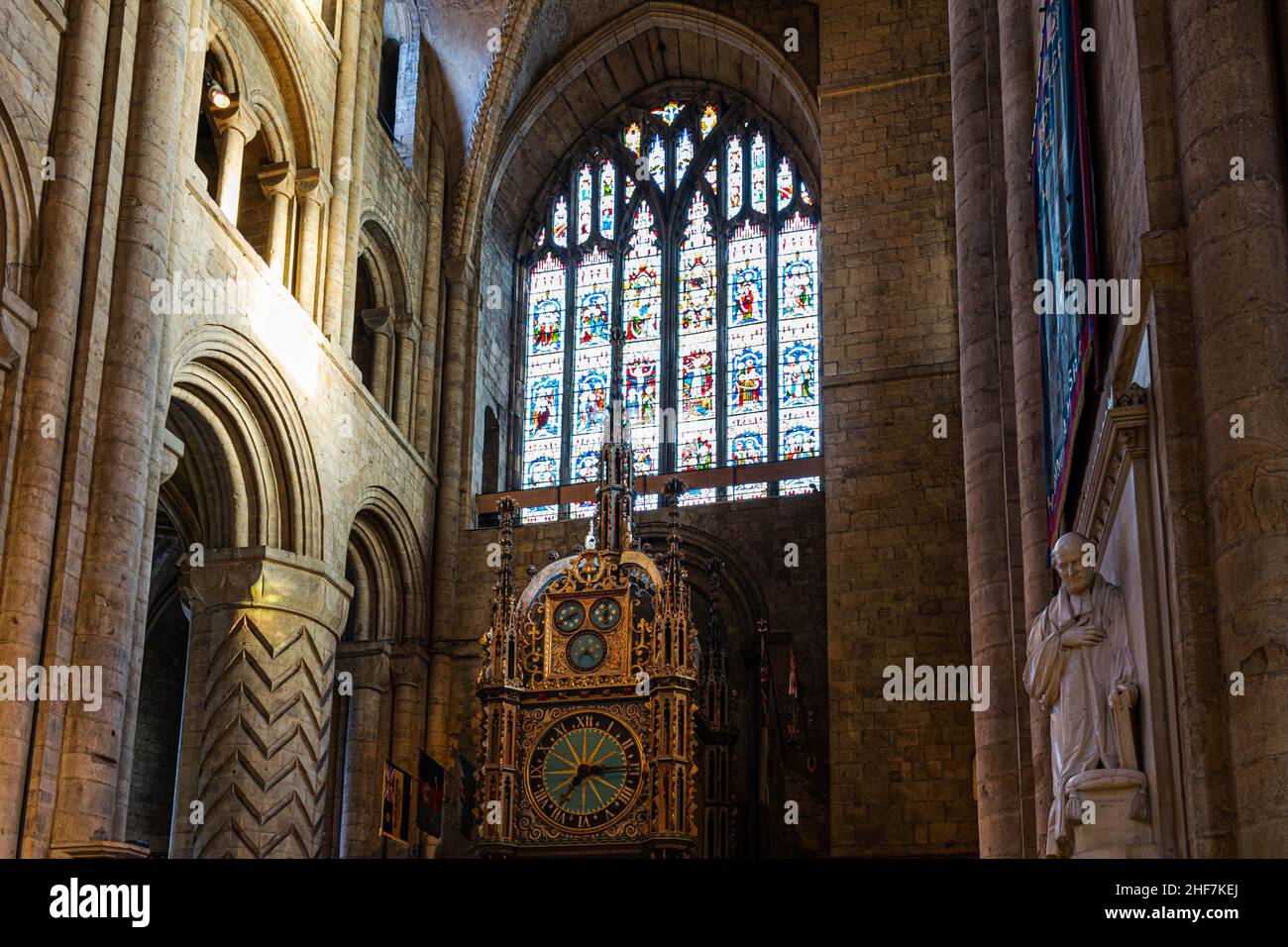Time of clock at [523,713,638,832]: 7:14
